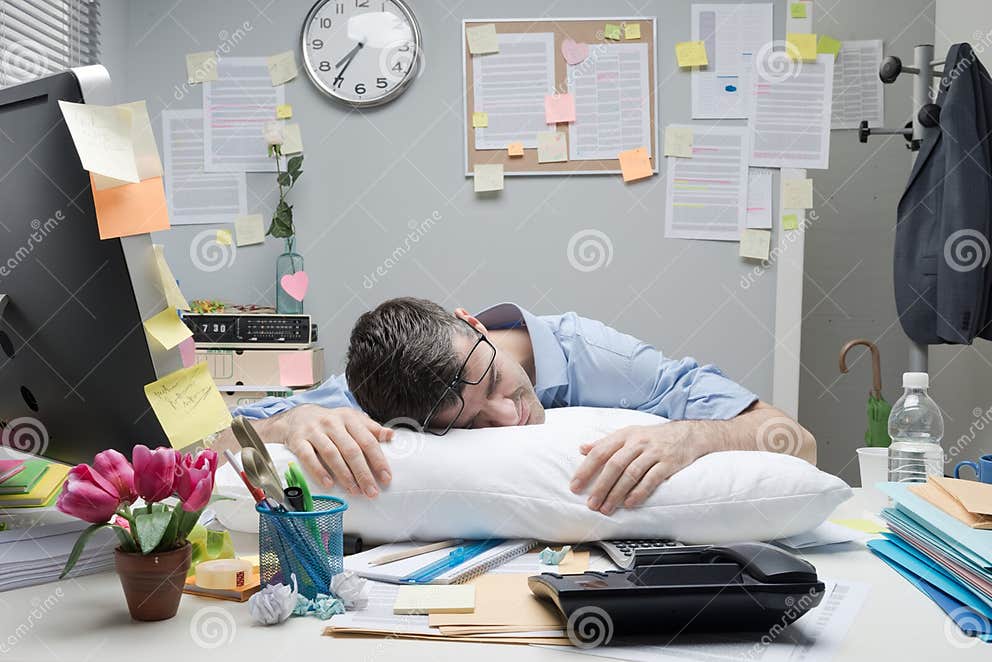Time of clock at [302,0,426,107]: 7:35
